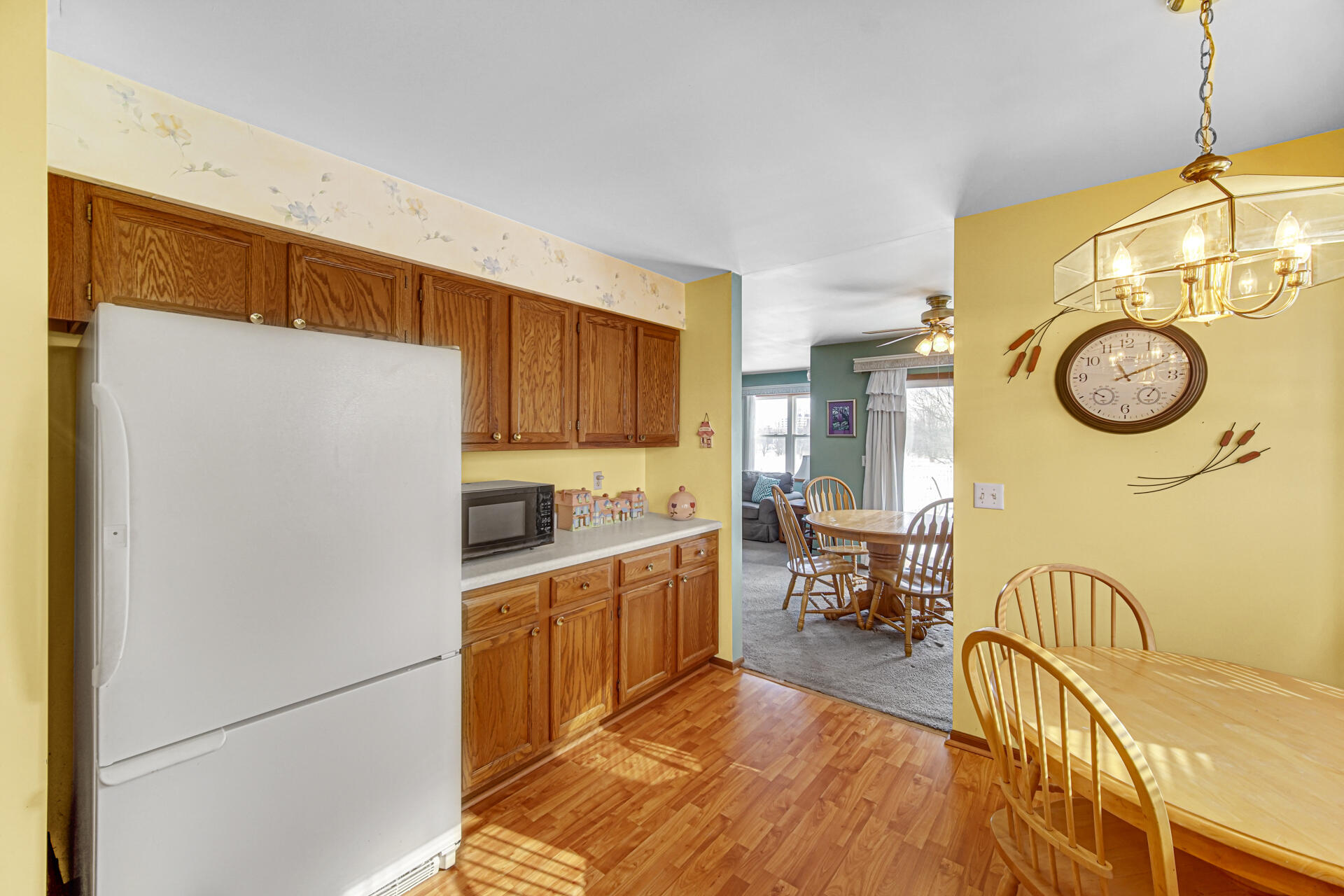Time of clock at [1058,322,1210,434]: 11:10
